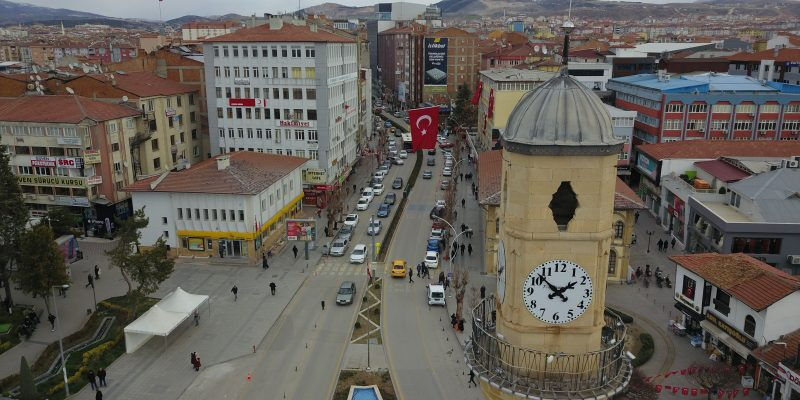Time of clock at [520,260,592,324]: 1:52
